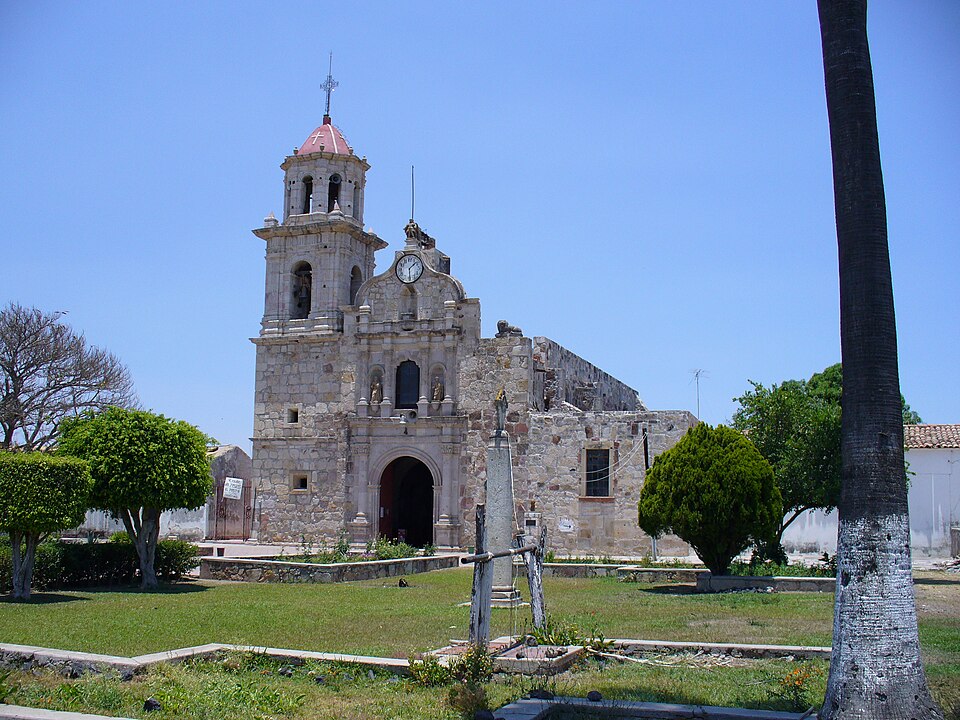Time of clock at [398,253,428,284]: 1:29
